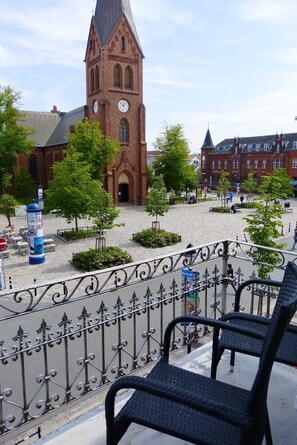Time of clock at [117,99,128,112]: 12:52
